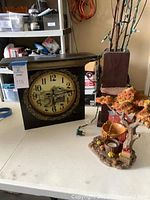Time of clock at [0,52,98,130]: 6:14
